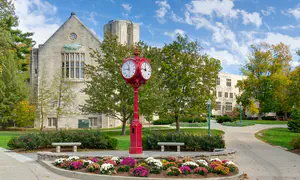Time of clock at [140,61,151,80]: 11:46
